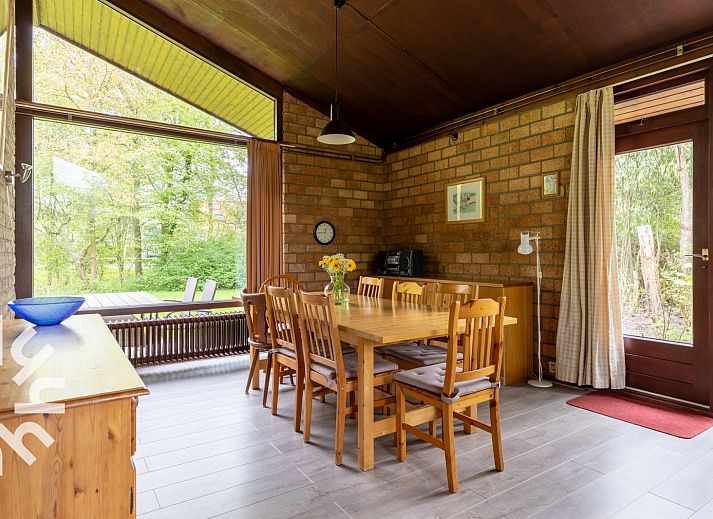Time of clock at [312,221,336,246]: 12:45
